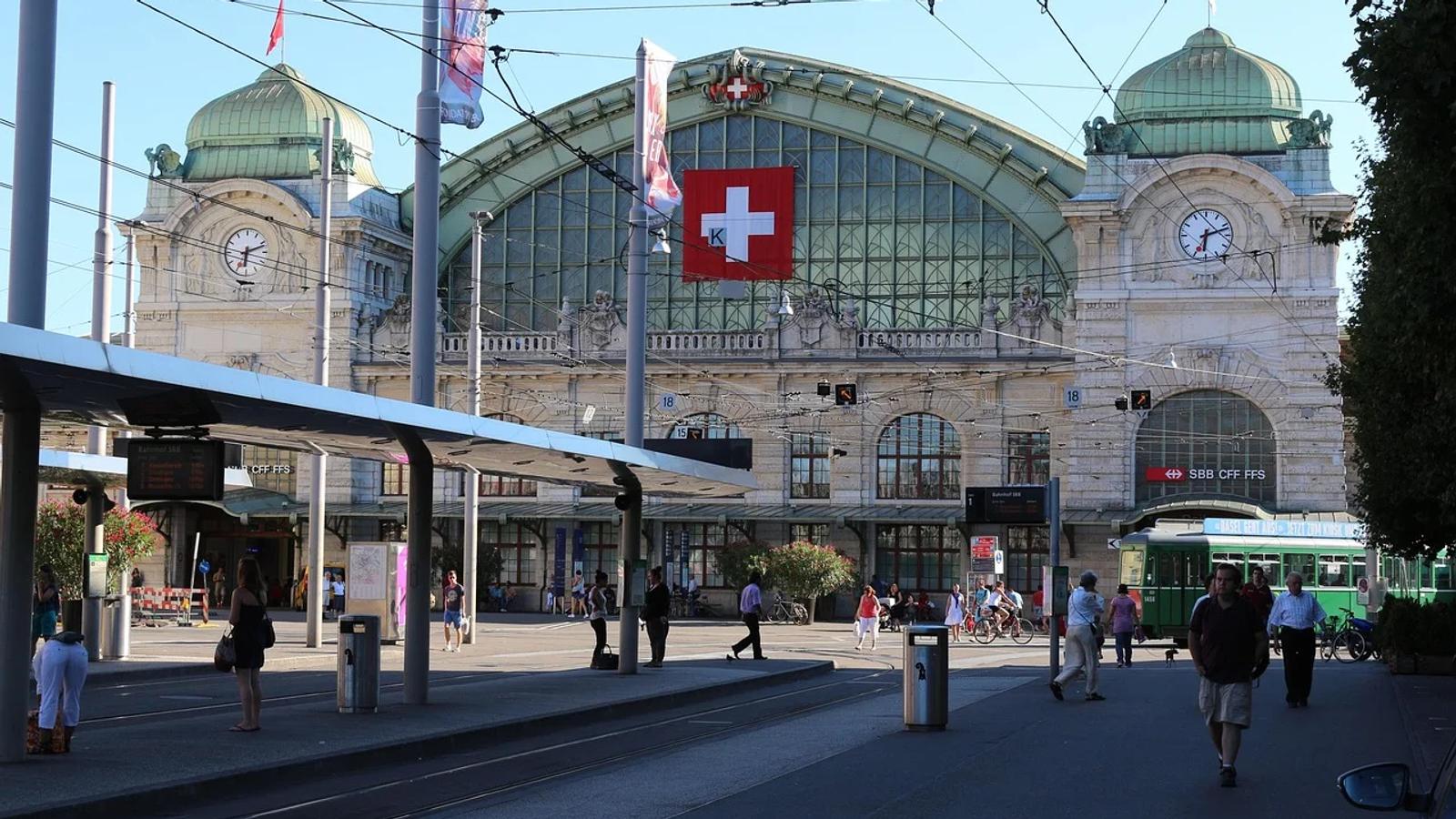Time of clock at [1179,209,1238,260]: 6:12
